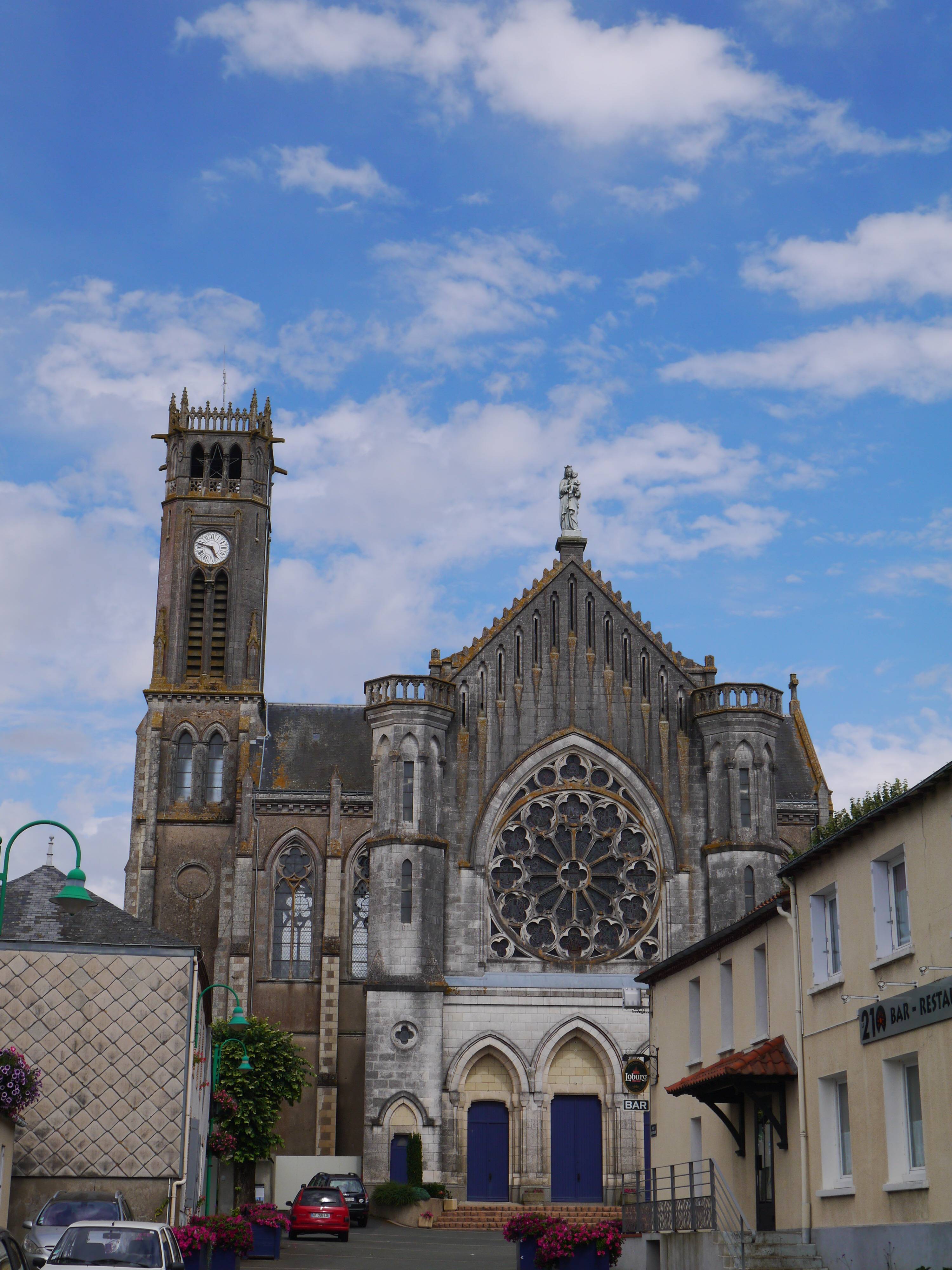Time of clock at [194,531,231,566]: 4:47
